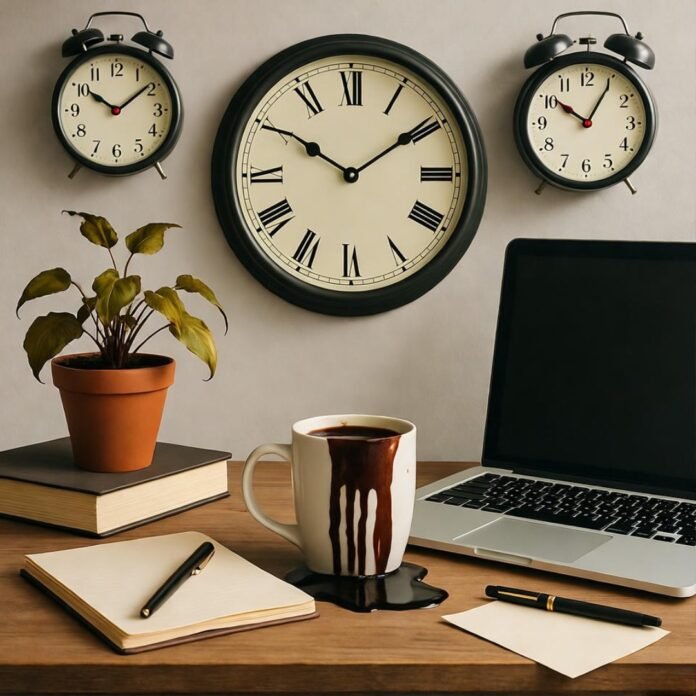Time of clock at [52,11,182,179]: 10:08
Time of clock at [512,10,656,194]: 10:05
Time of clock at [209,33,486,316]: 10:09
